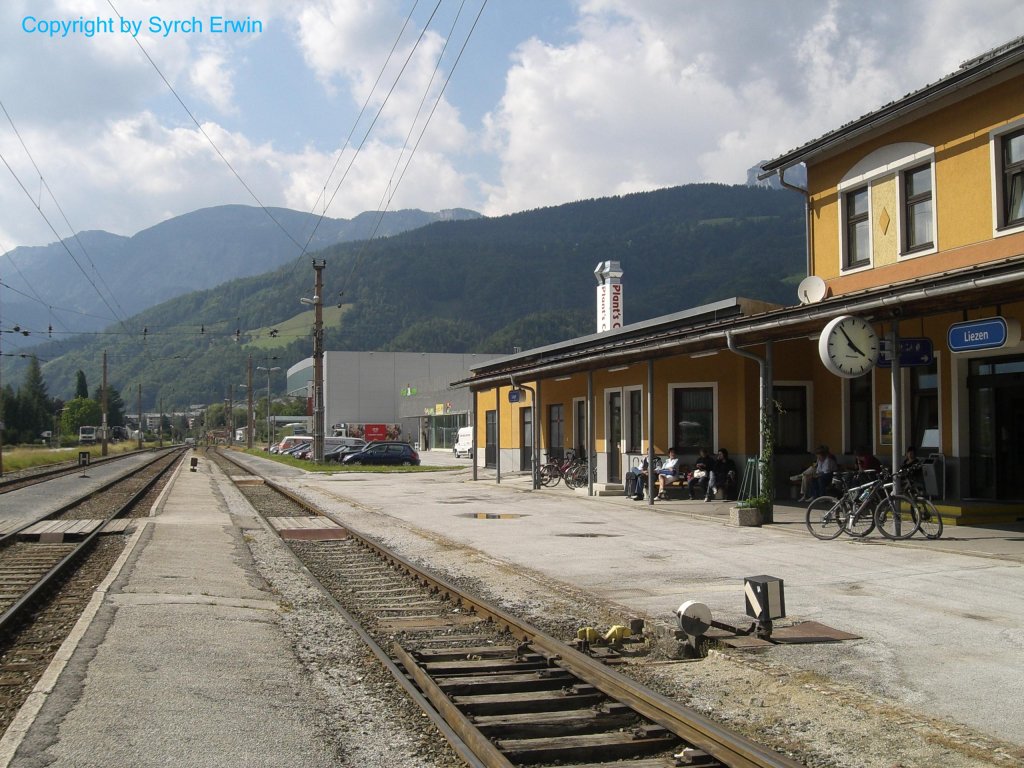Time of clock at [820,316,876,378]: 3:53
